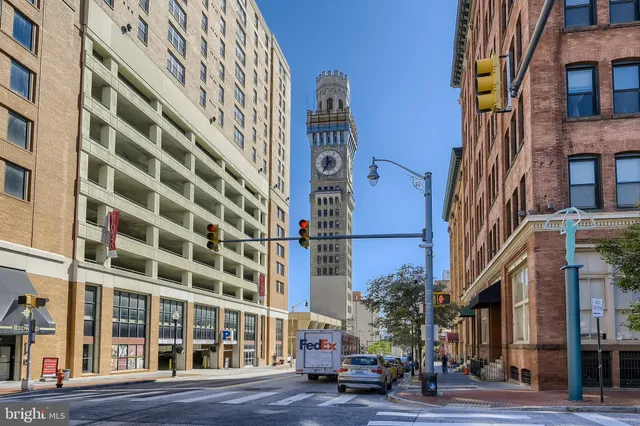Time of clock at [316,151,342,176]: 11:35
